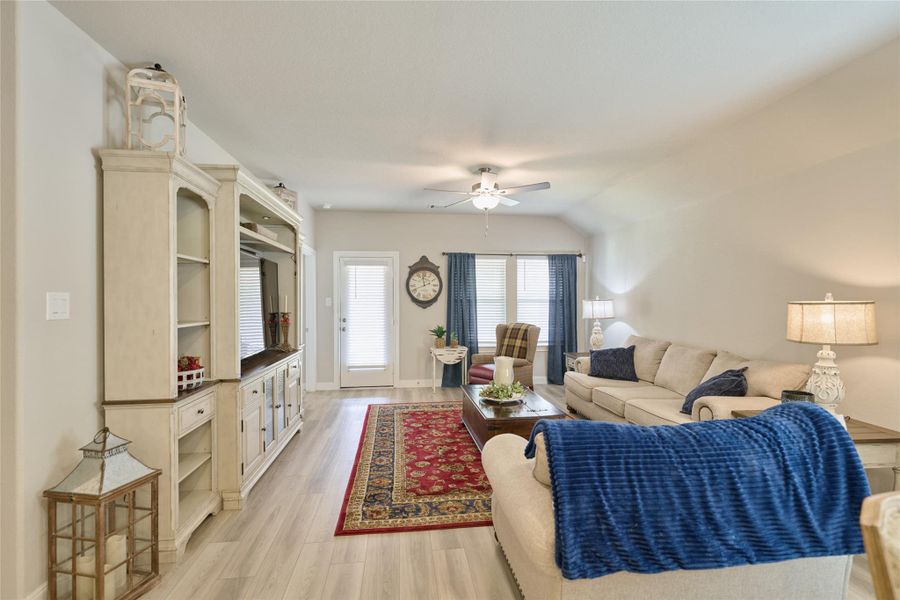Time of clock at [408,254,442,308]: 11:41
